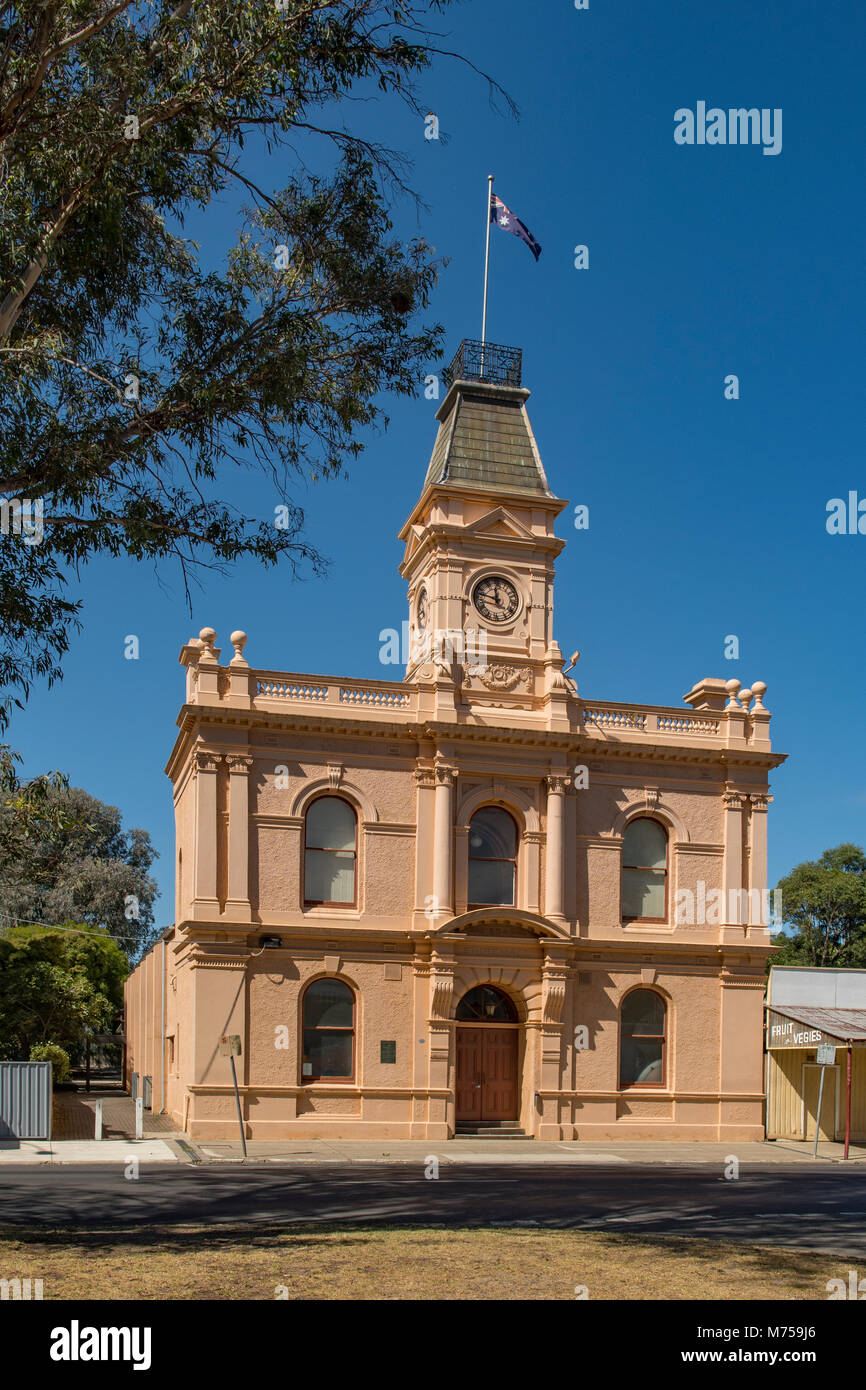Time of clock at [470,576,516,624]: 11:47
